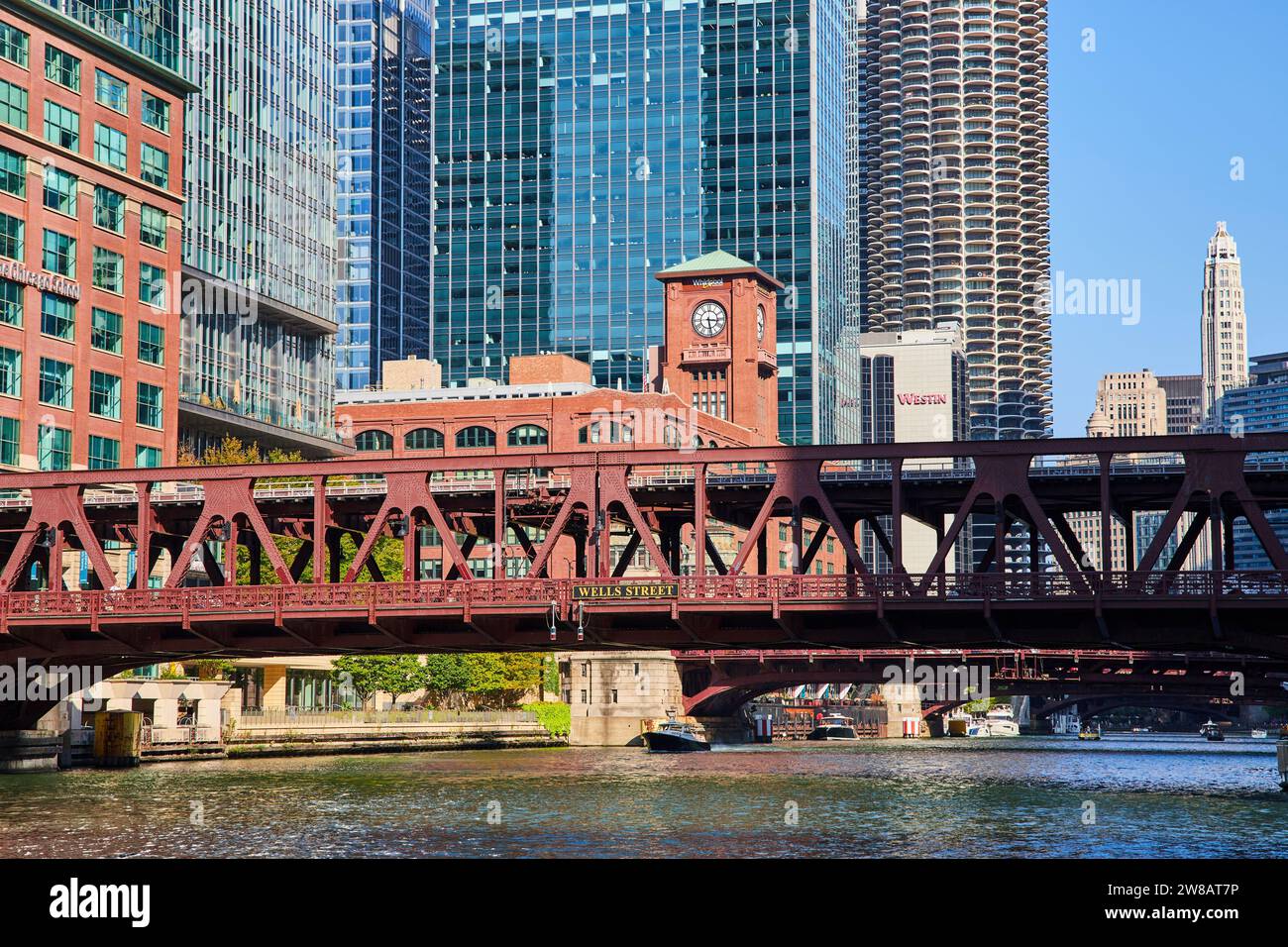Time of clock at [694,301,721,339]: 3:28
